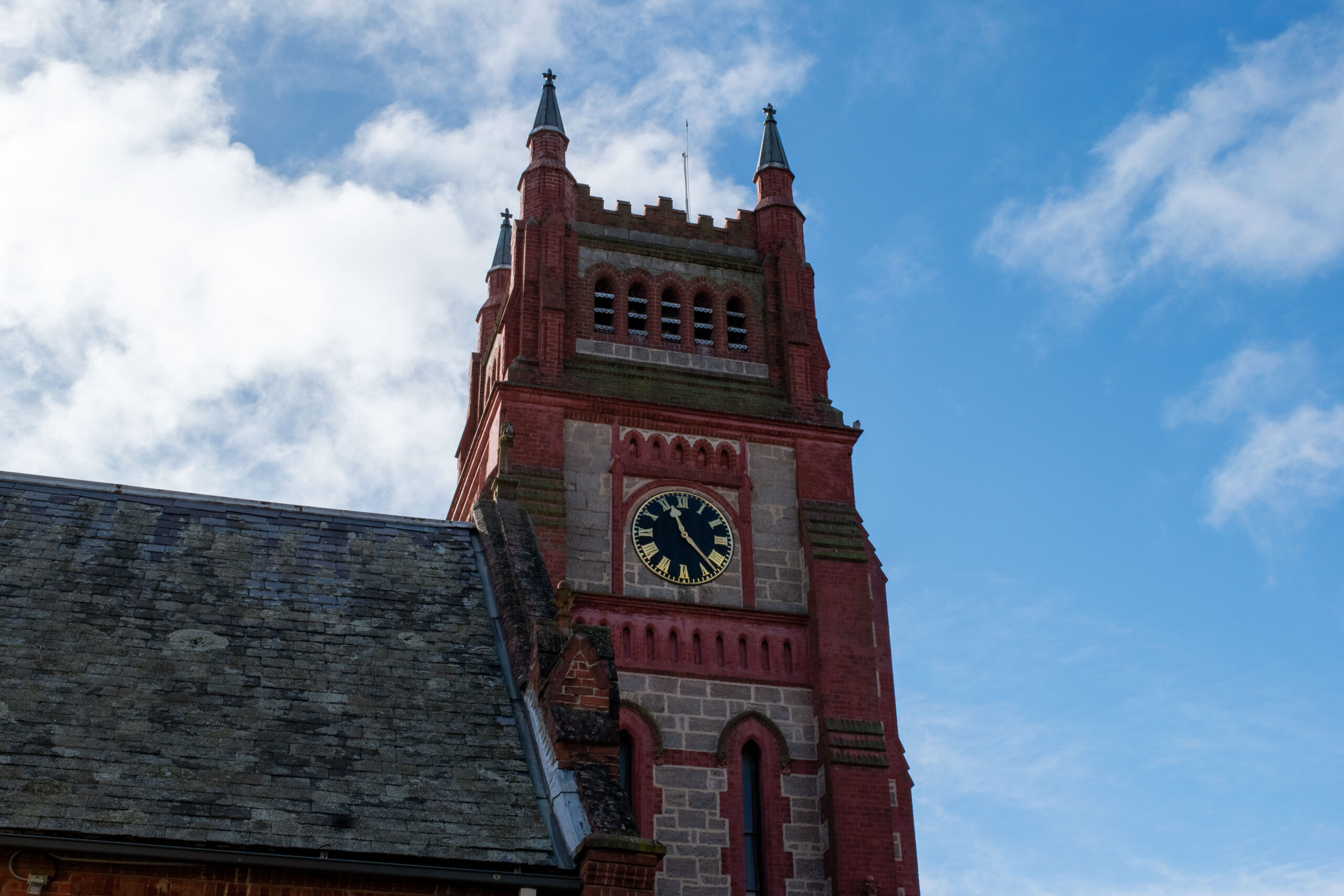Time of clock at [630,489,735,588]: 11:22
